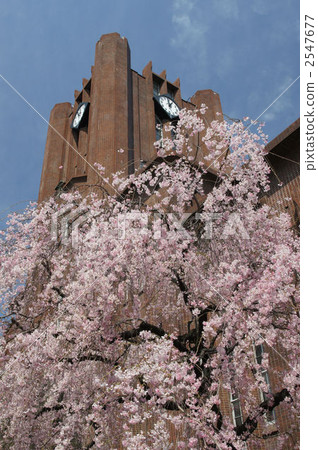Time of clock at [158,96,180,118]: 12:07
